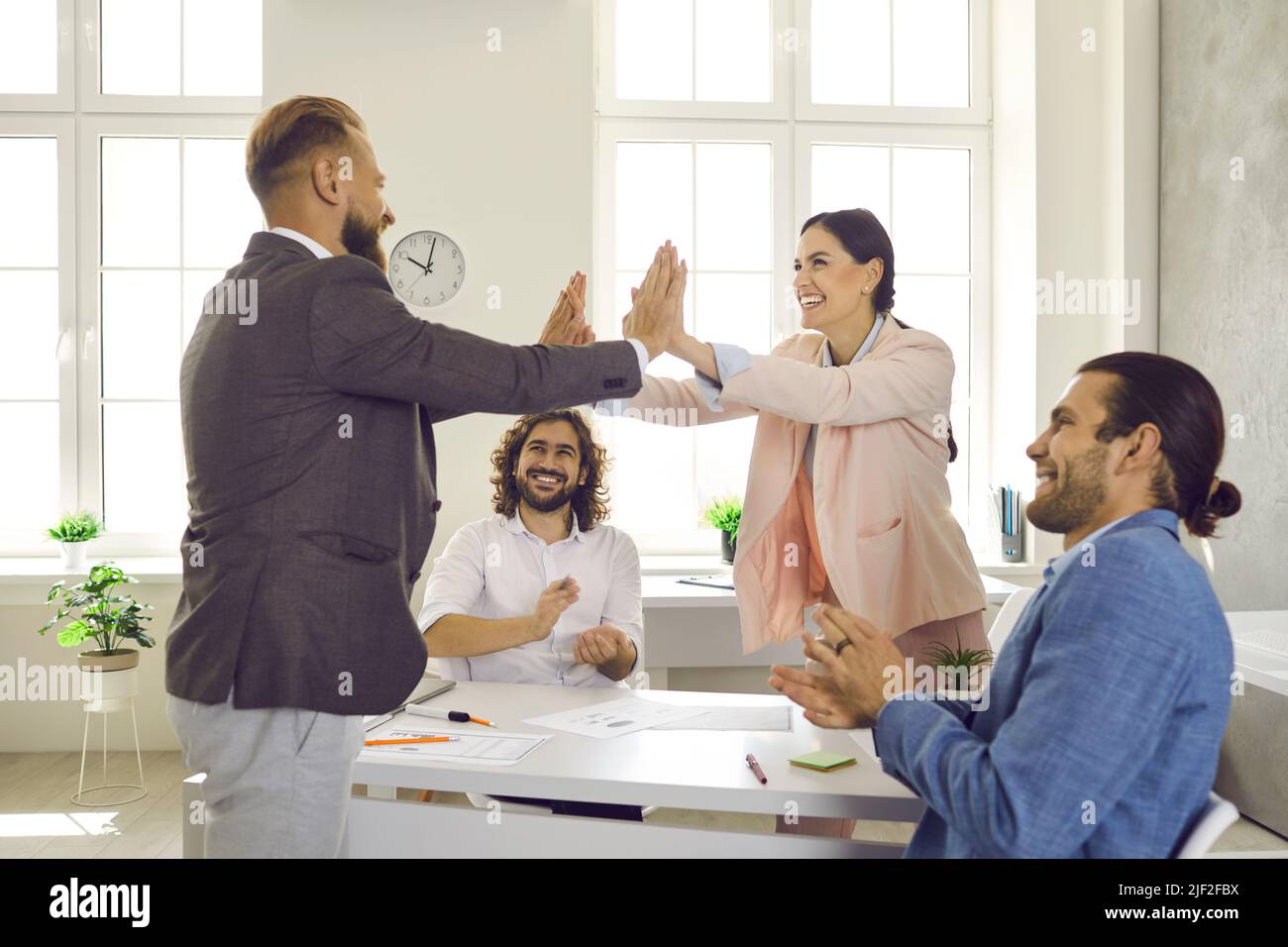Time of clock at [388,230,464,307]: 10:02
